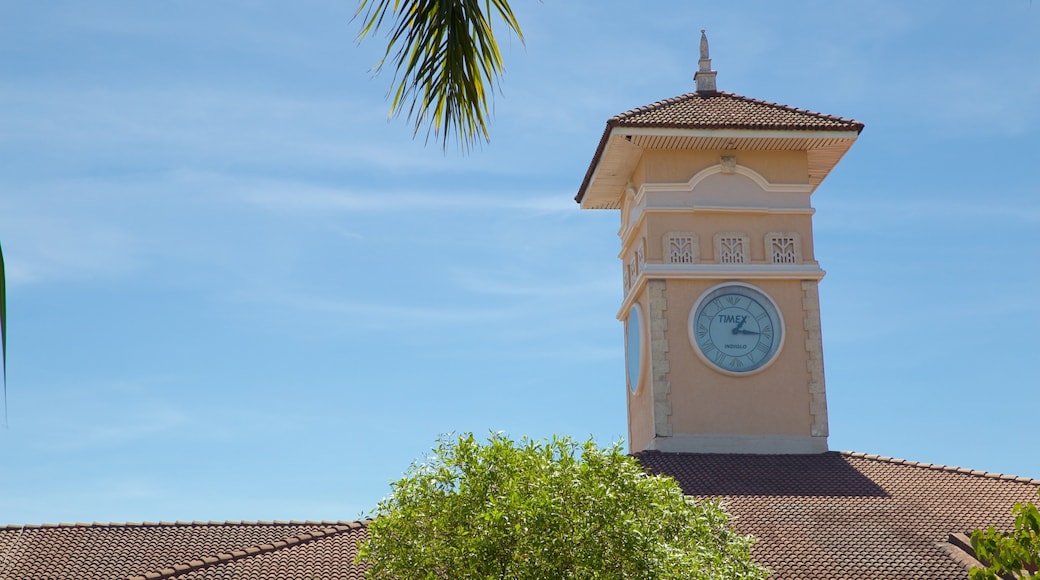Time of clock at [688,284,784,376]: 1:16
